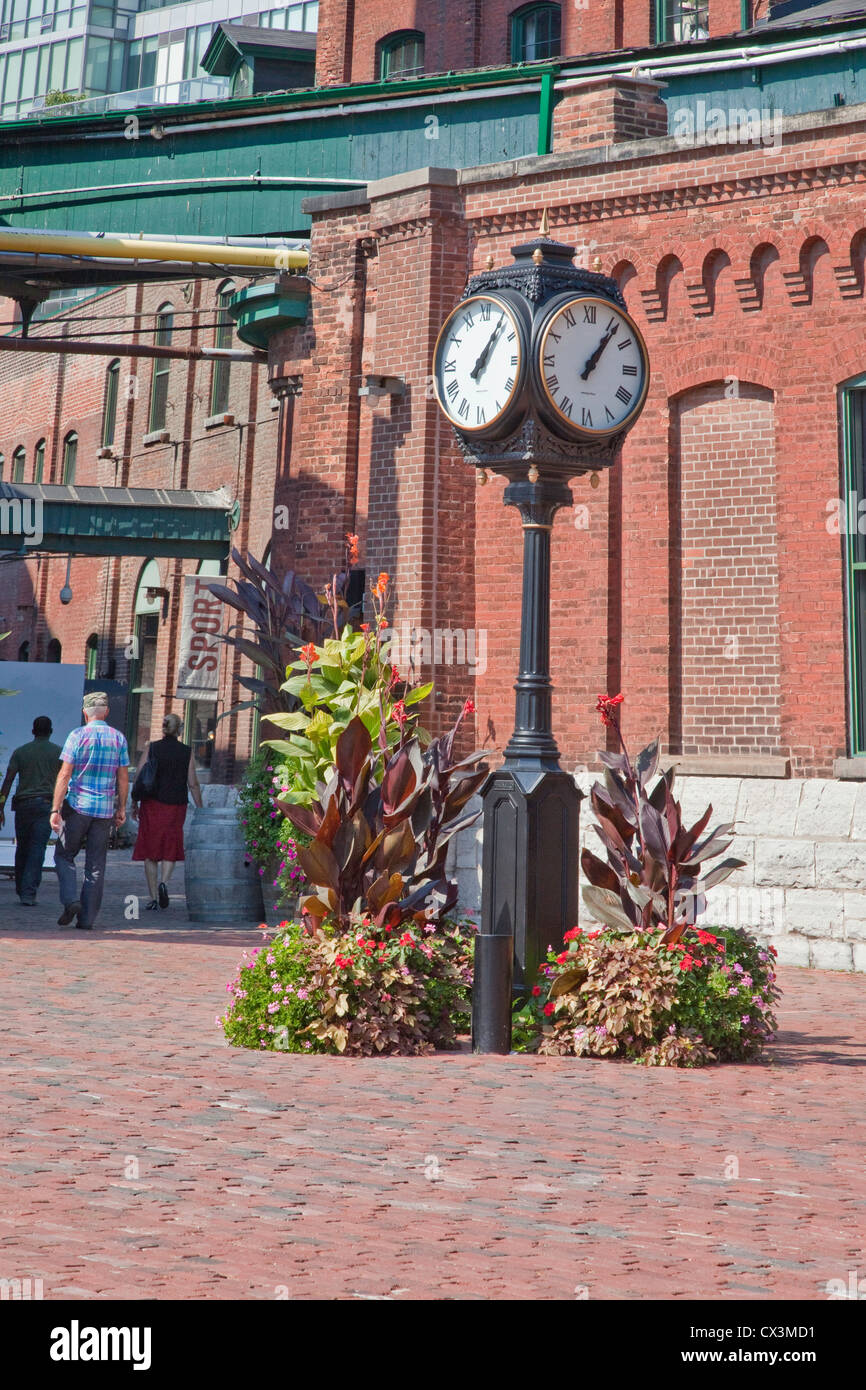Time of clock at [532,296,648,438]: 1:06
